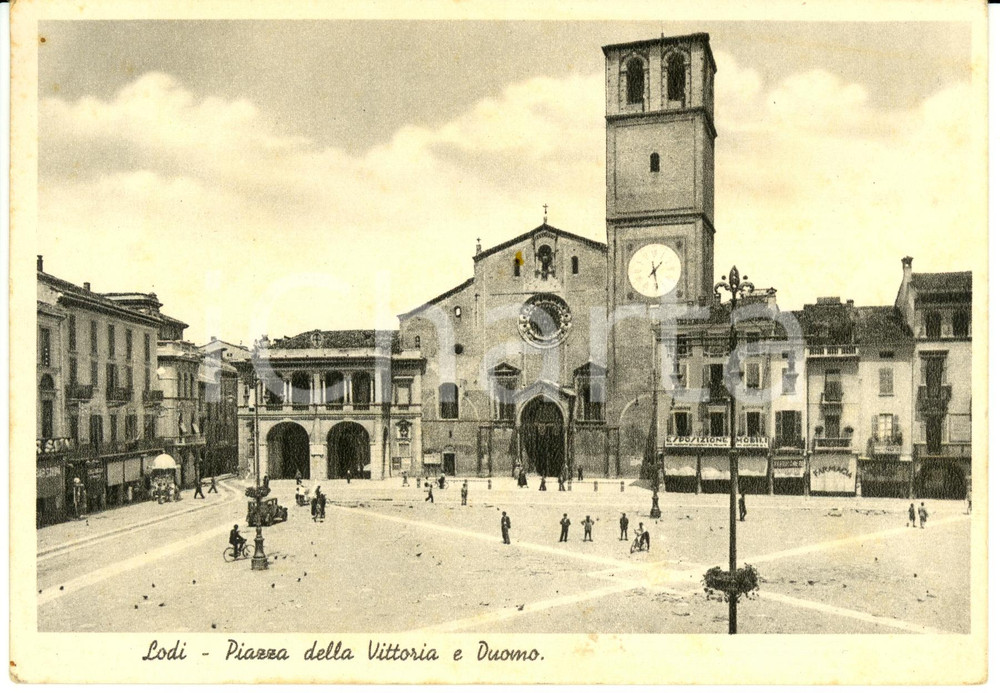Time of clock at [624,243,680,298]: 1:28
